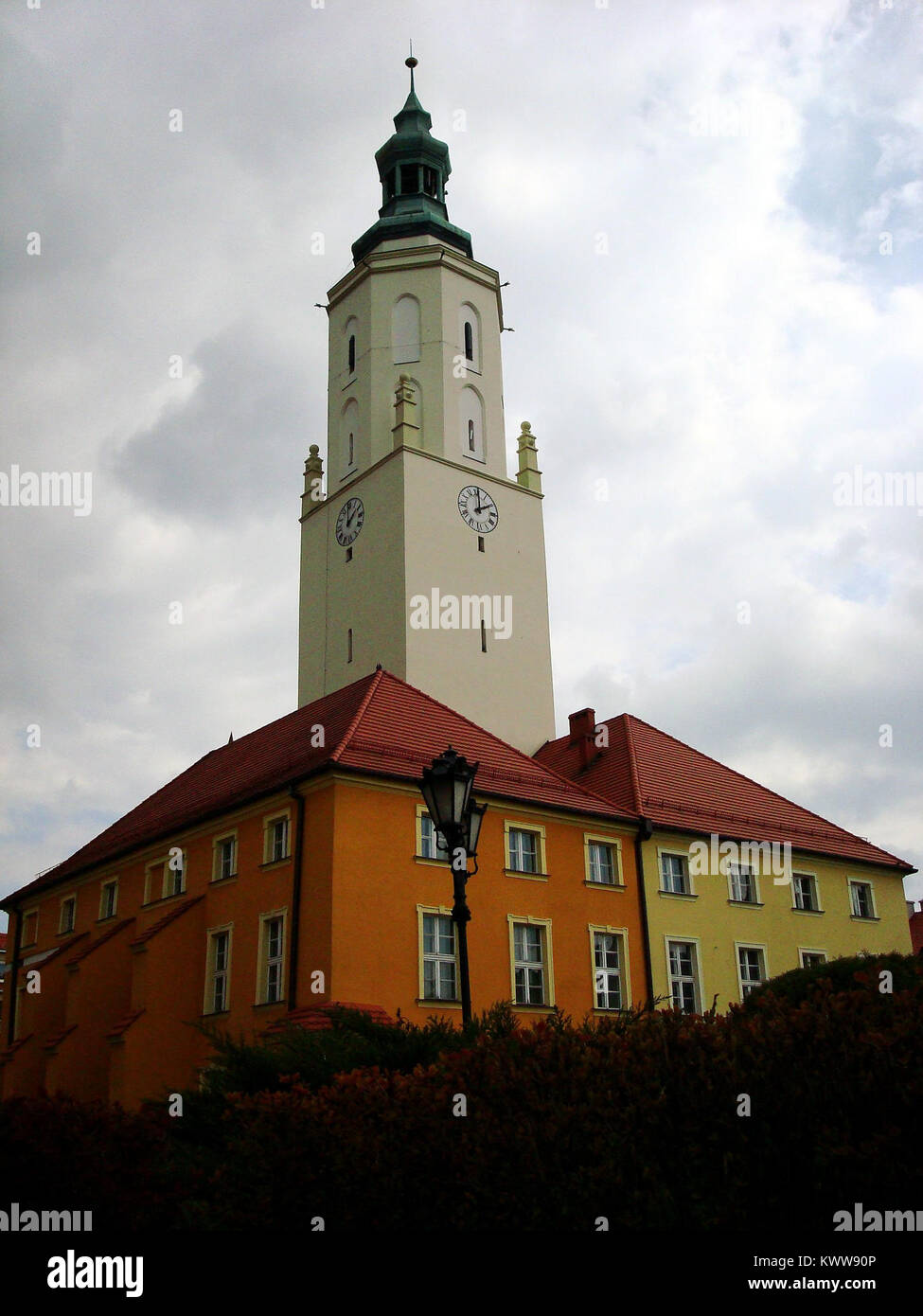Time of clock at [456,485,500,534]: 2:00
